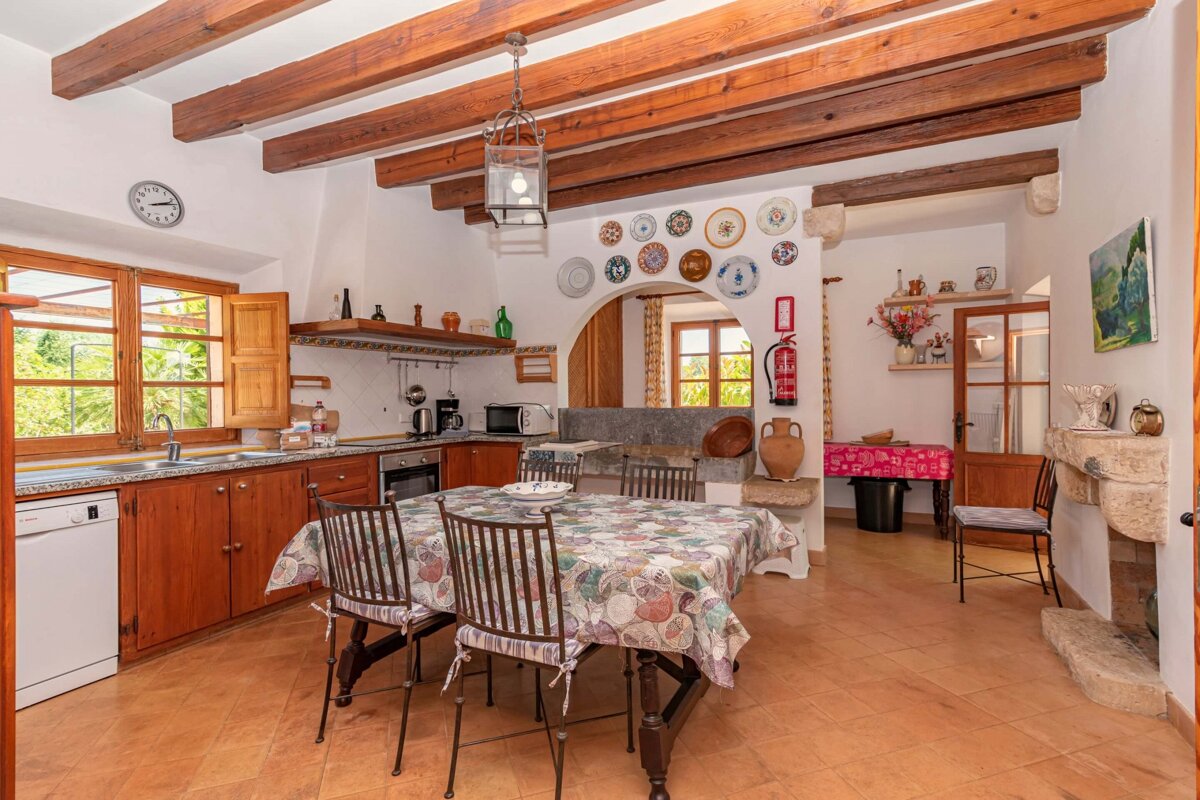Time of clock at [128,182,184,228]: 2:12
